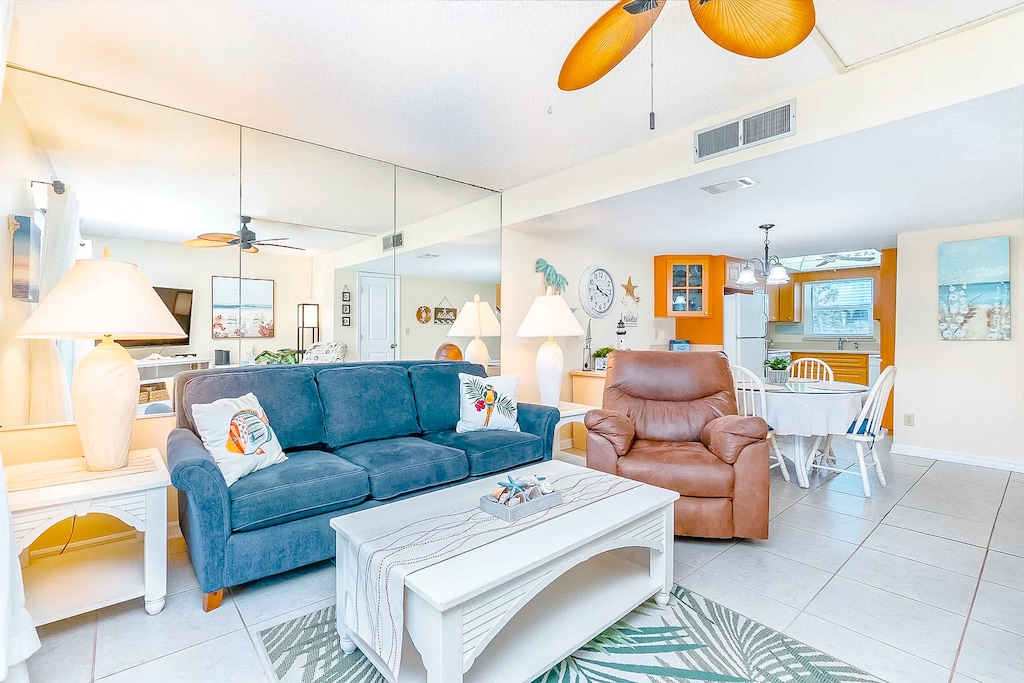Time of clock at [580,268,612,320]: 10:18
